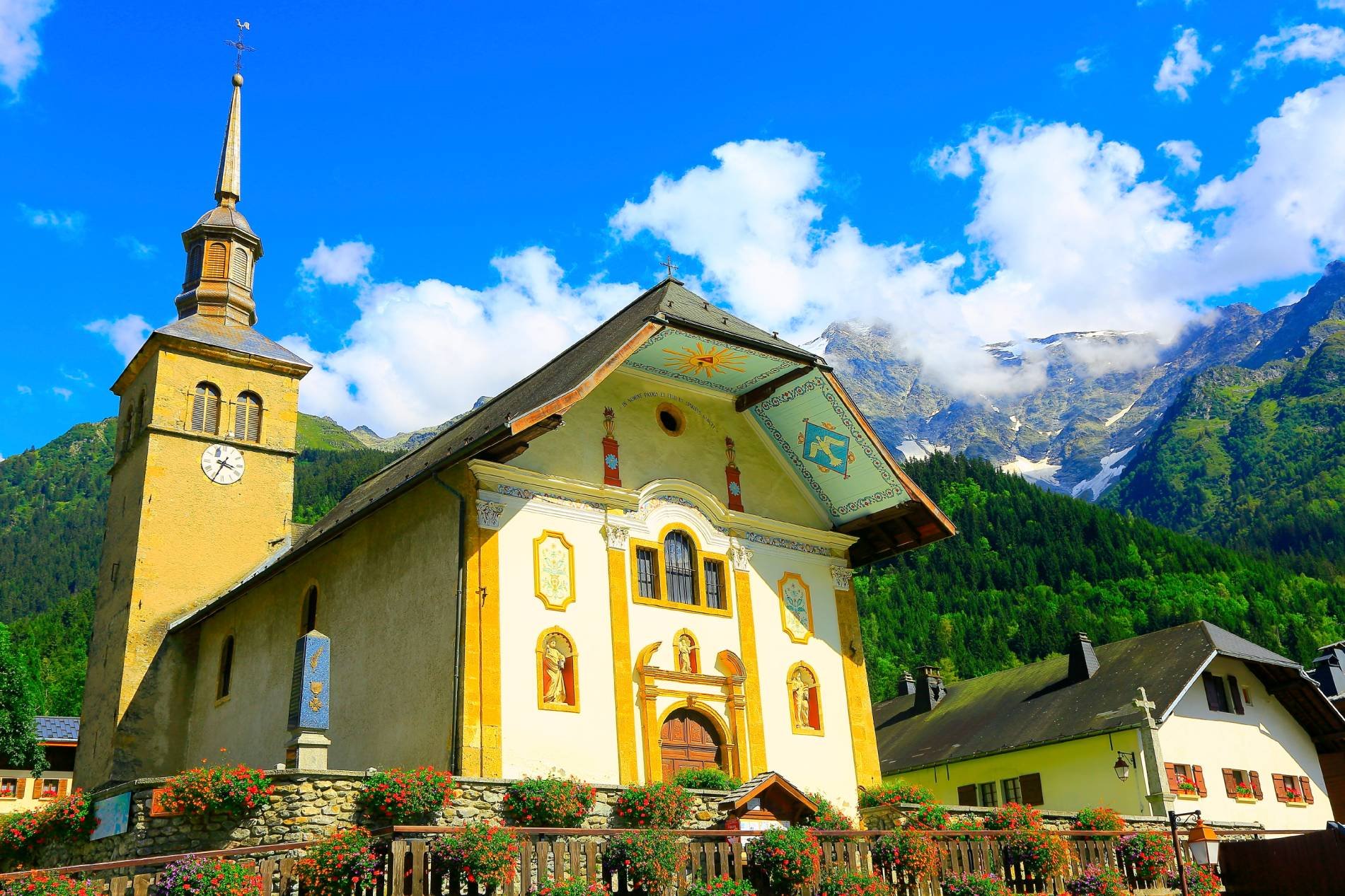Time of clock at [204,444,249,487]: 3:34
